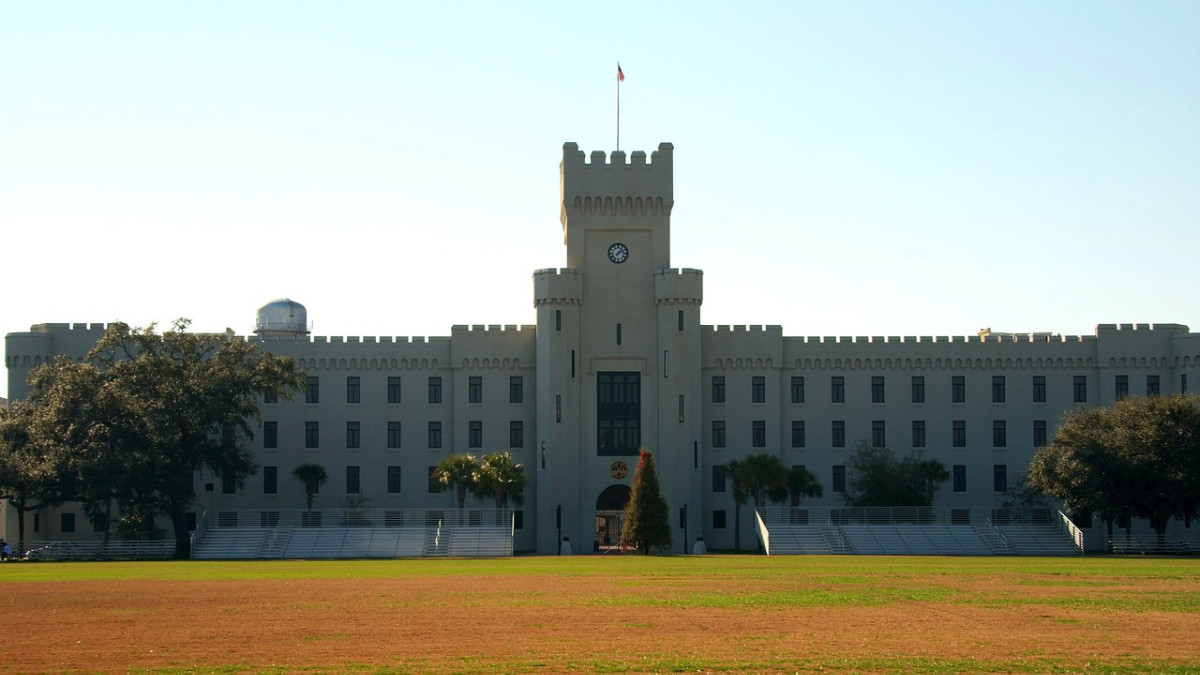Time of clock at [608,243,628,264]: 2:06
